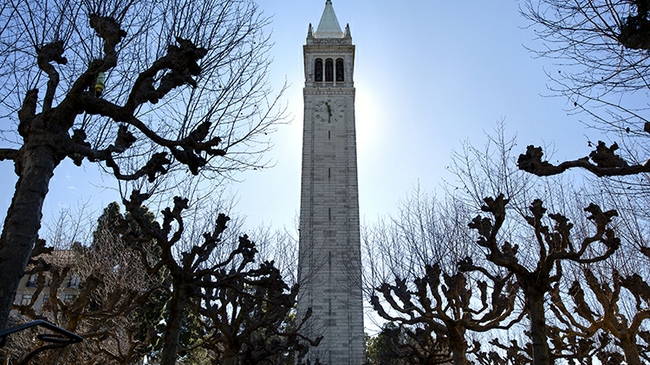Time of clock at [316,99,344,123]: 11:30
